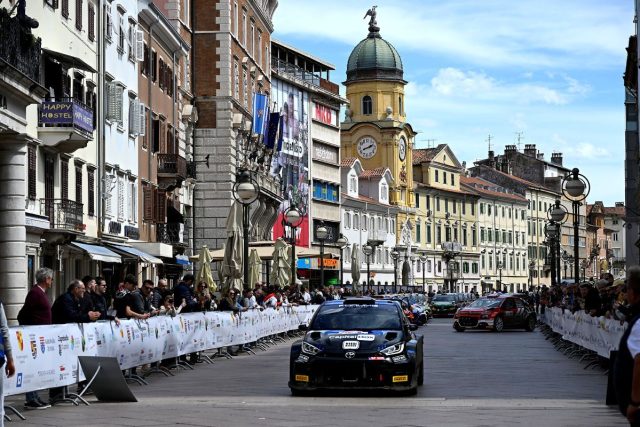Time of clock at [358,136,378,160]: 1:41
